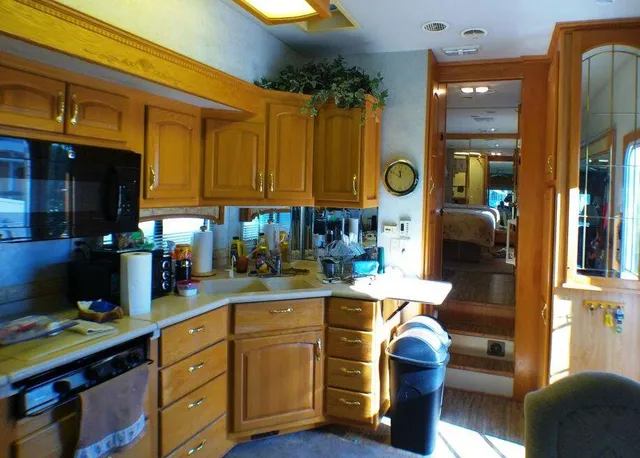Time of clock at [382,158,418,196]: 11:49
